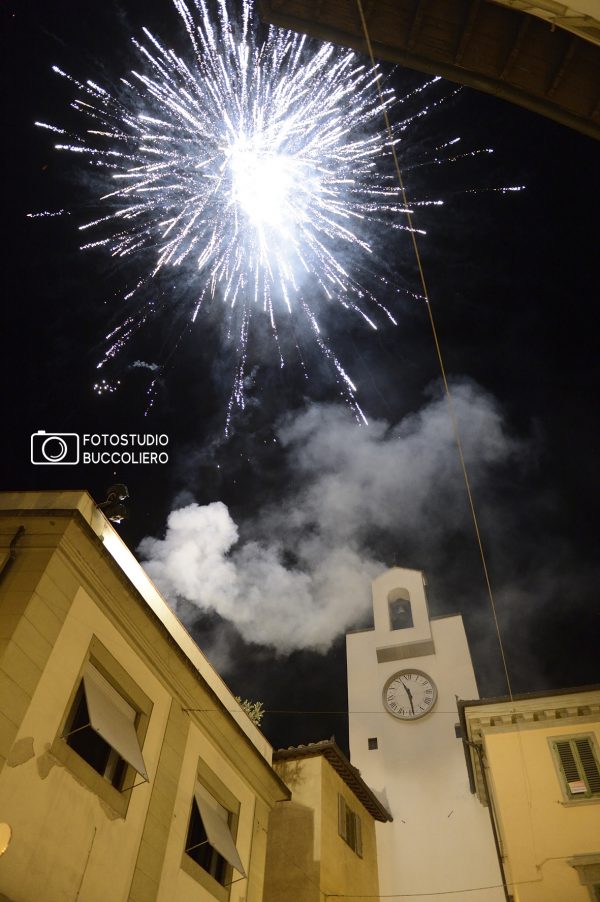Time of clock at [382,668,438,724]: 11:29
